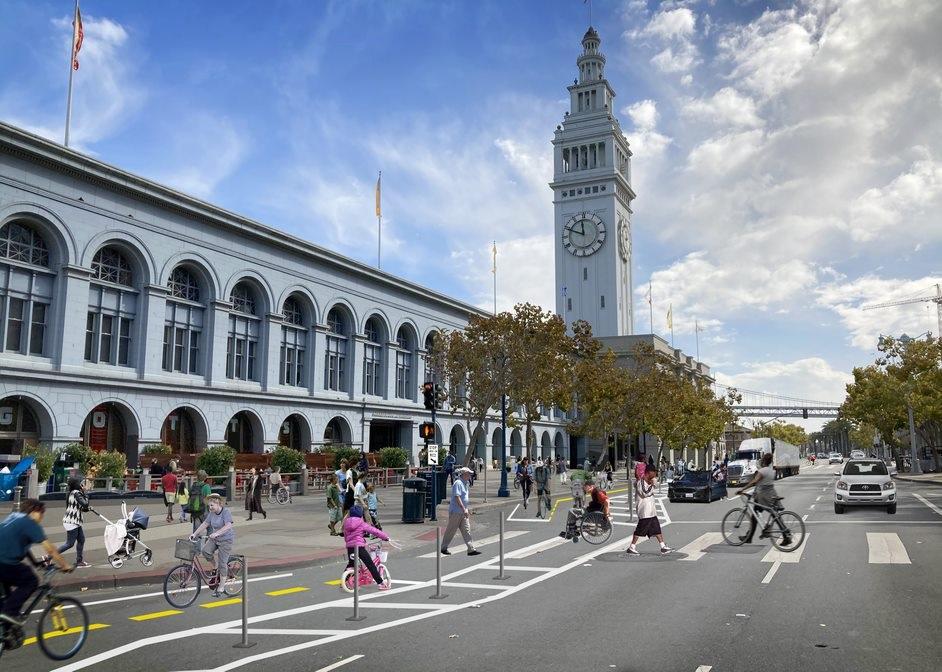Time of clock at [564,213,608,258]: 11:48
